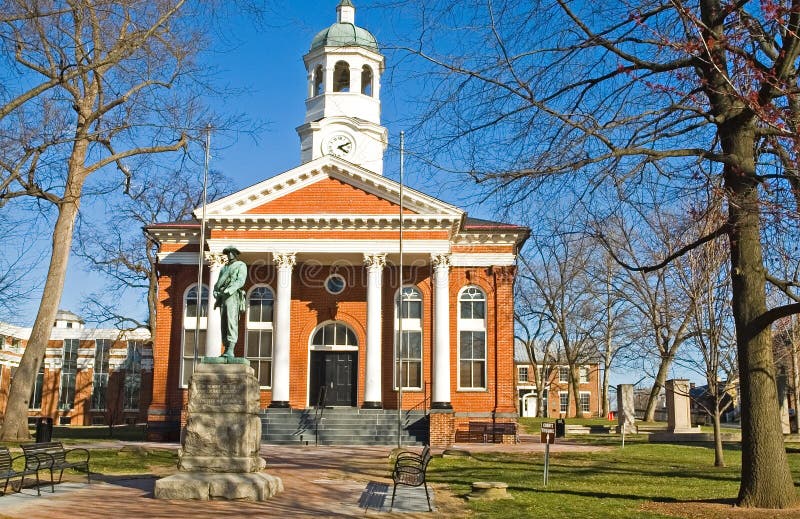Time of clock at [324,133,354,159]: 4:11
